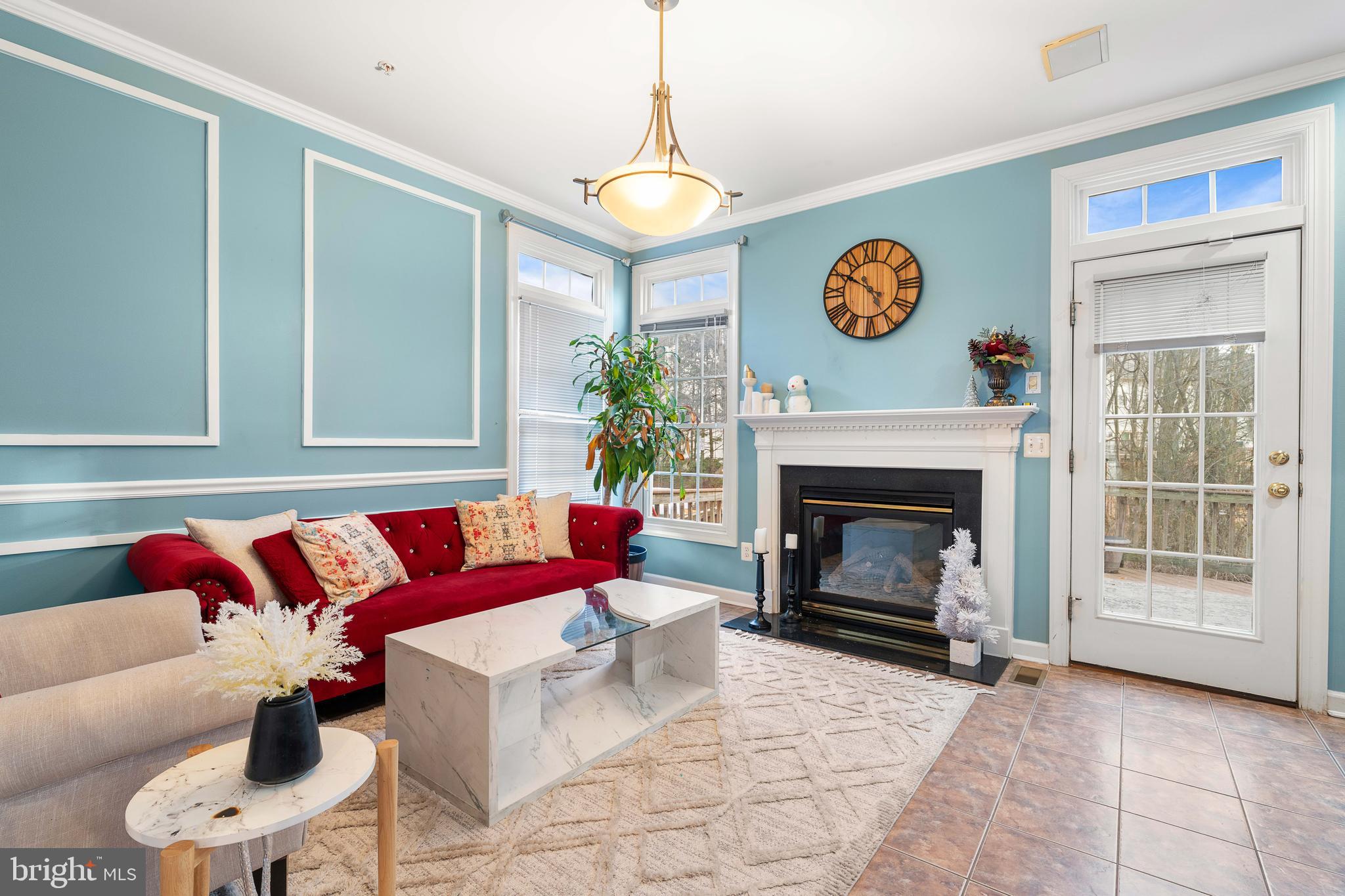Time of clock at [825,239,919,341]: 4:50
